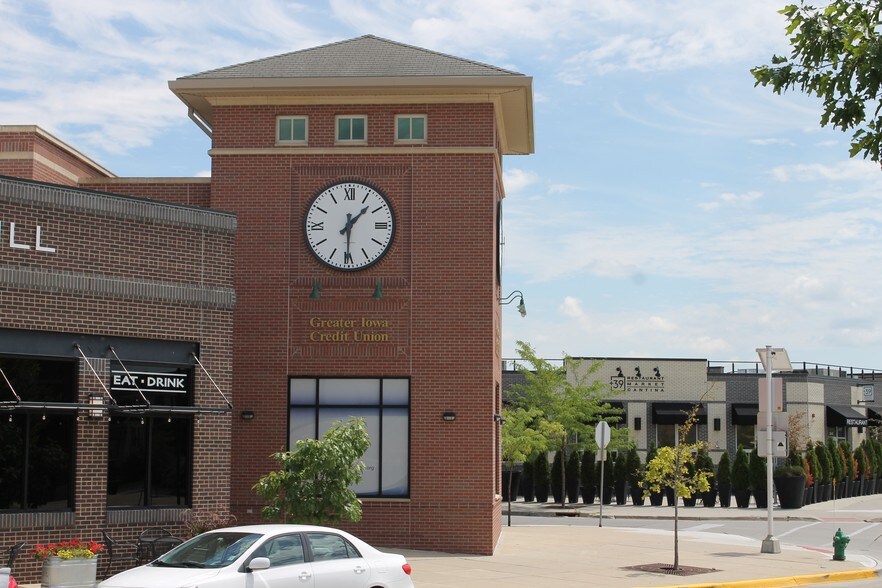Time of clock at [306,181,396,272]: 1:30
